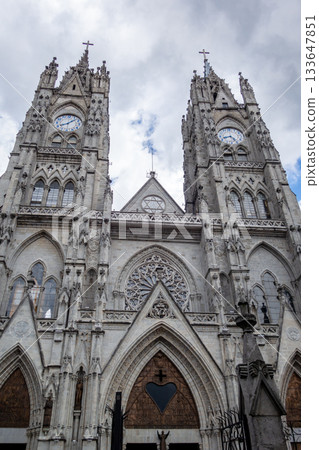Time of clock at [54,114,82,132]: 8:09
